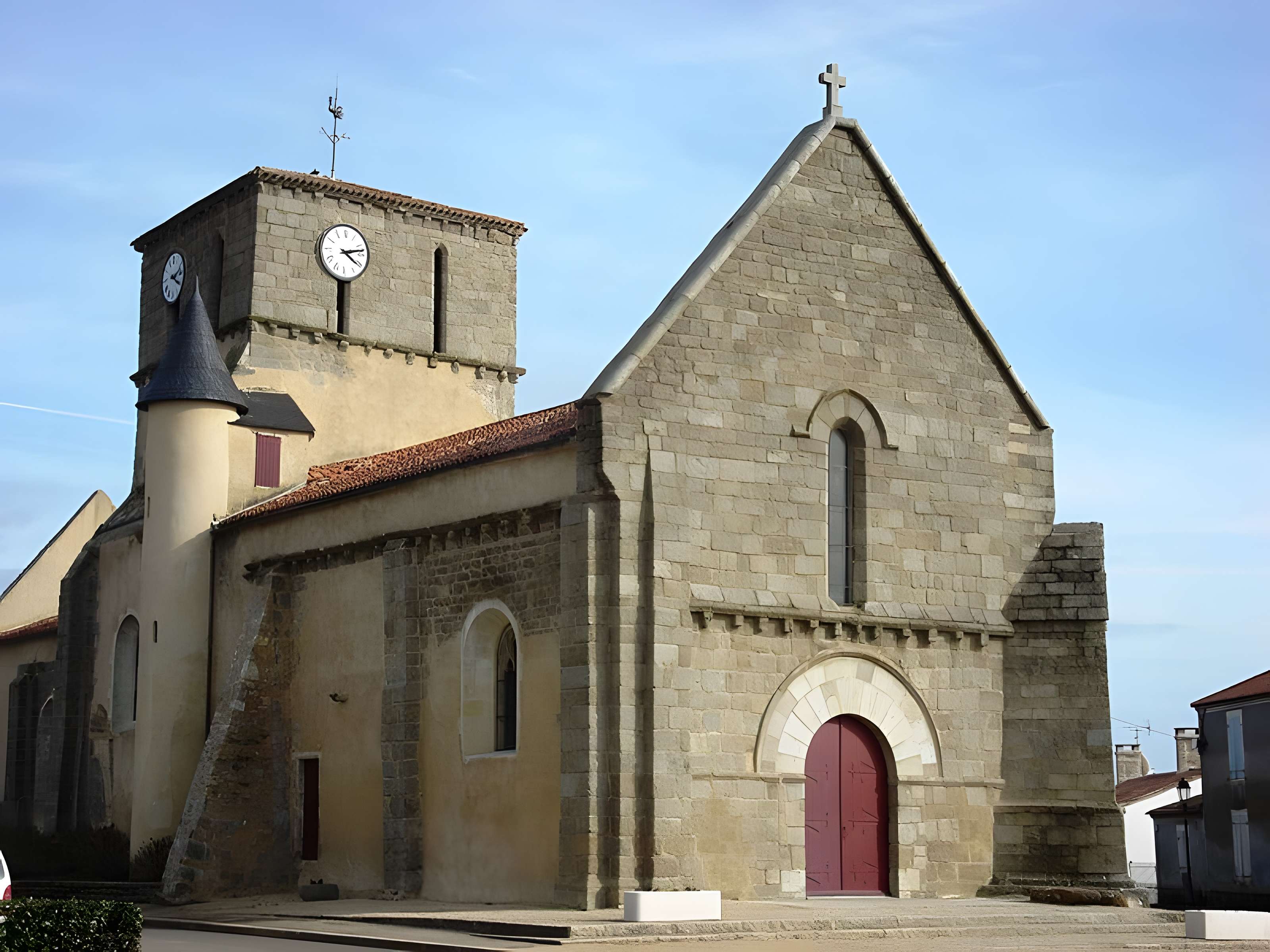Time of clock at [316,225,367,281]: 4:12
